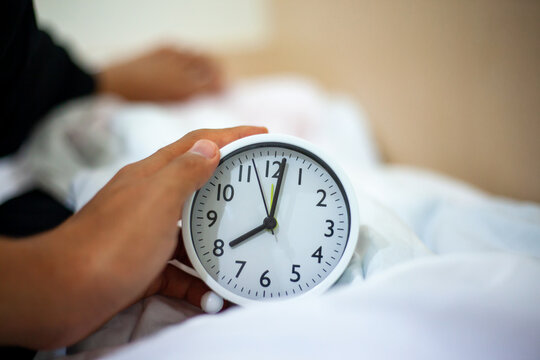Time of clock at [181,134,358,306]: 8:01
